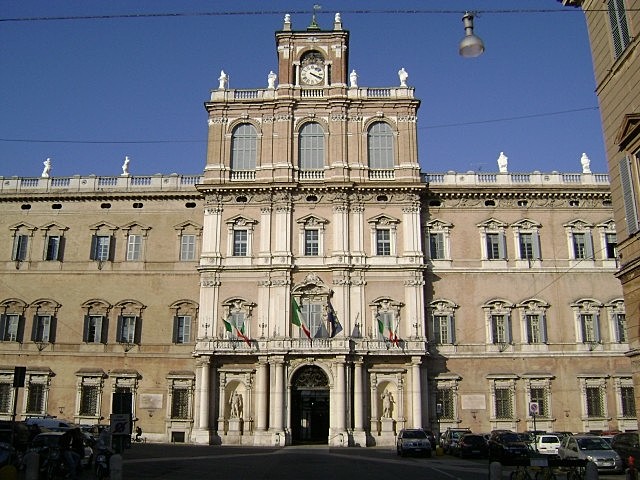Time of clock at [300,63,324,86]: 4:18
